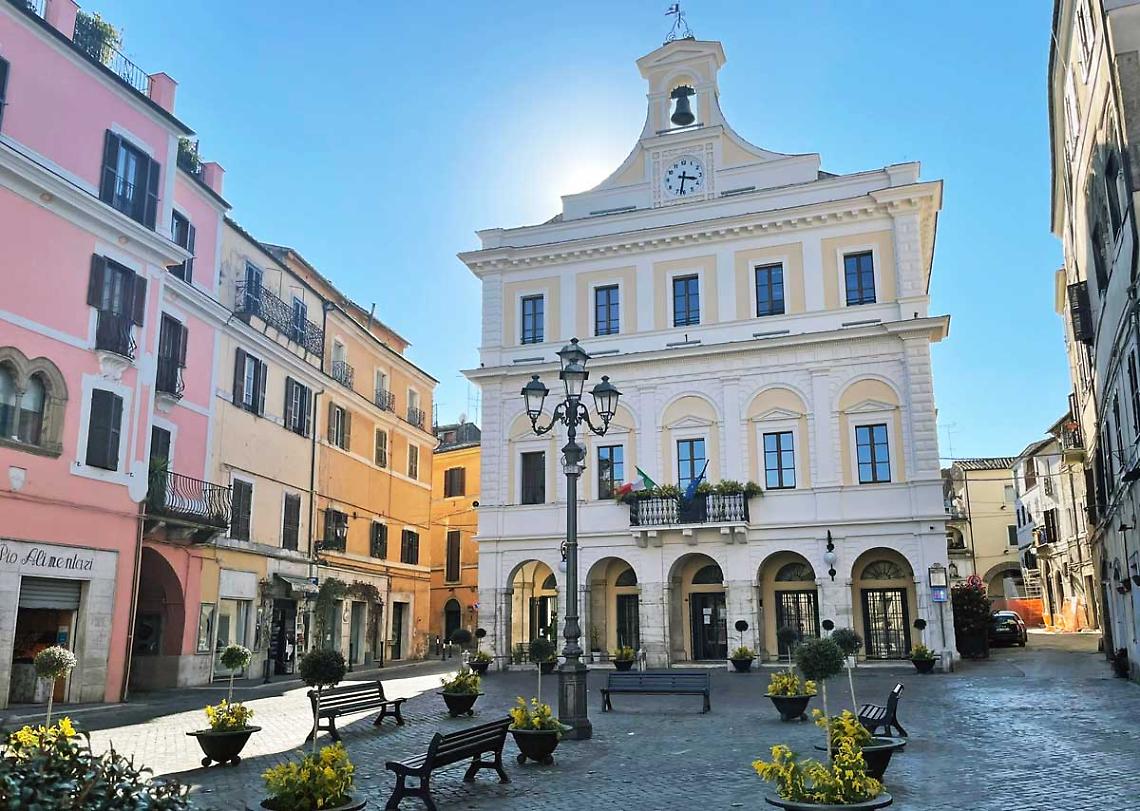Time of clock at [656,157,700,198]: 3:32
